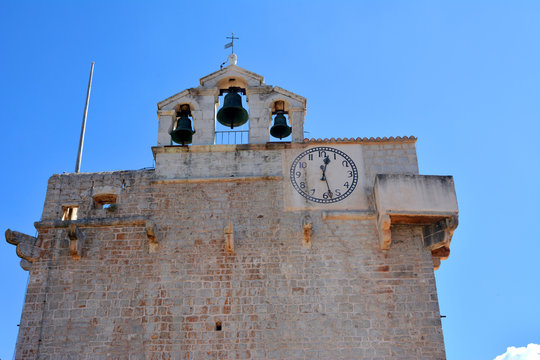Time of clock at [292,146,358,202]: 12:27
